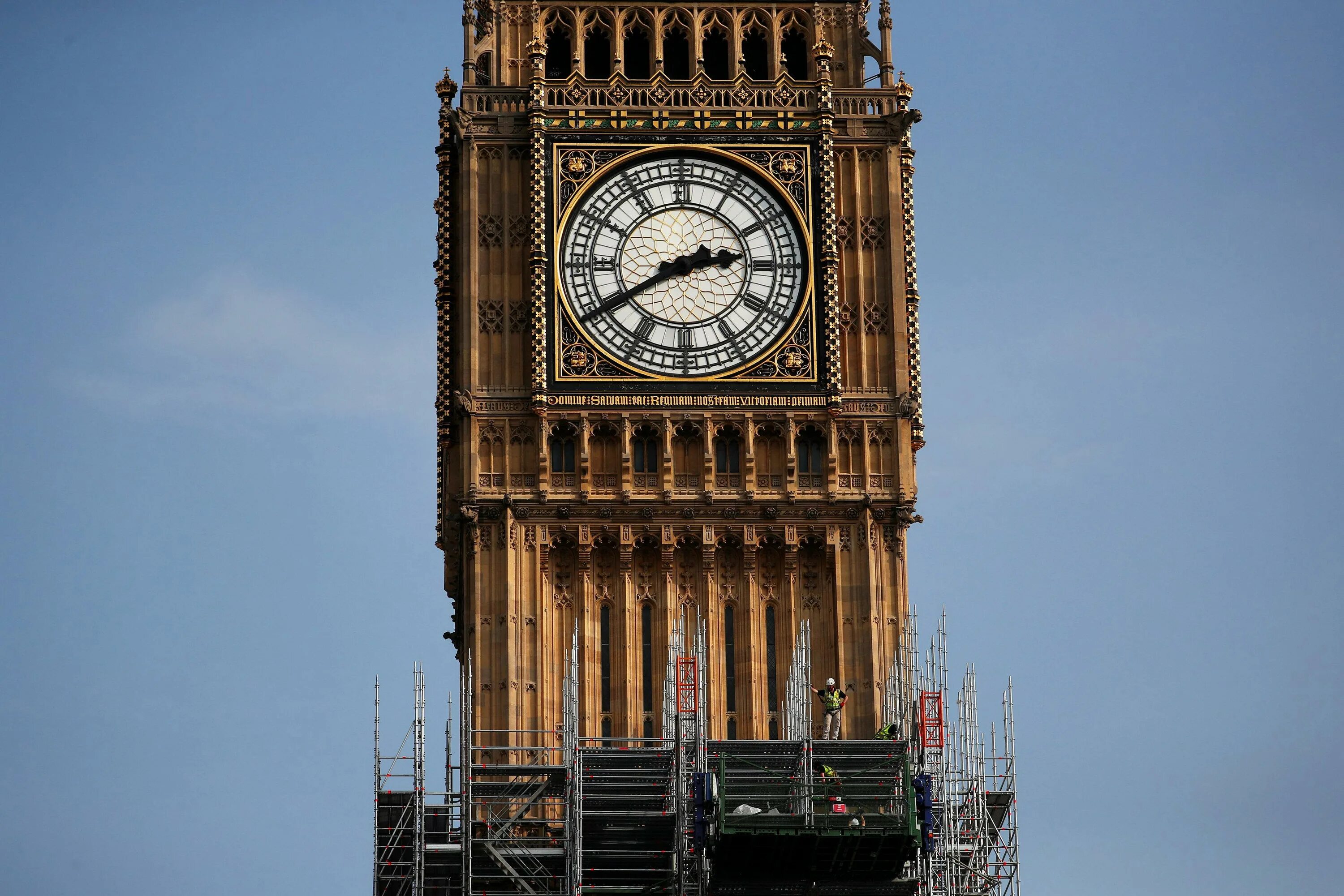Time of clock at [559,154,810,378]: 2:40
